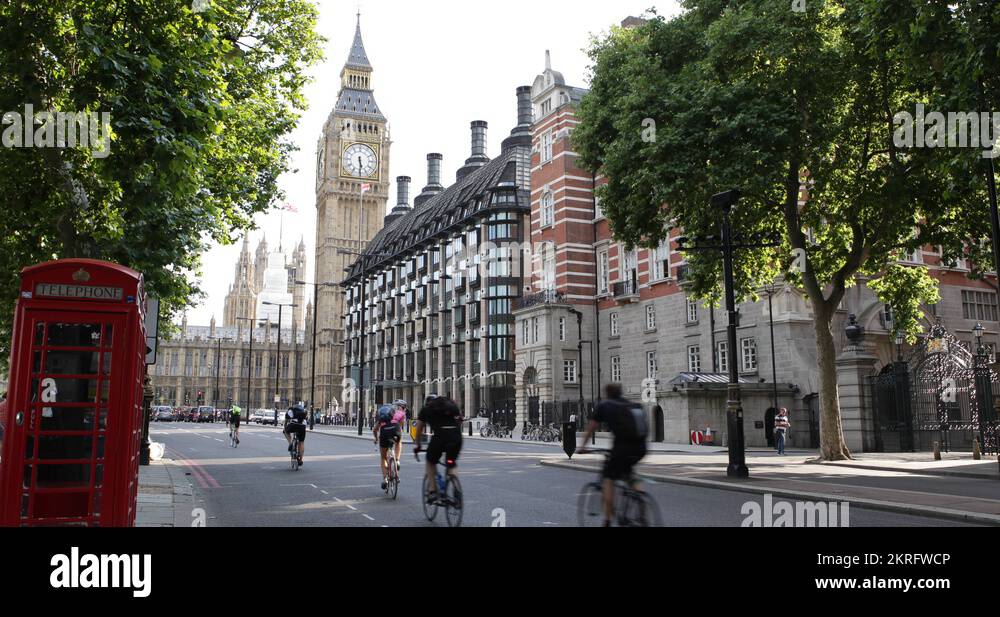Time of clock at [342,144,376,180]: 5:29
